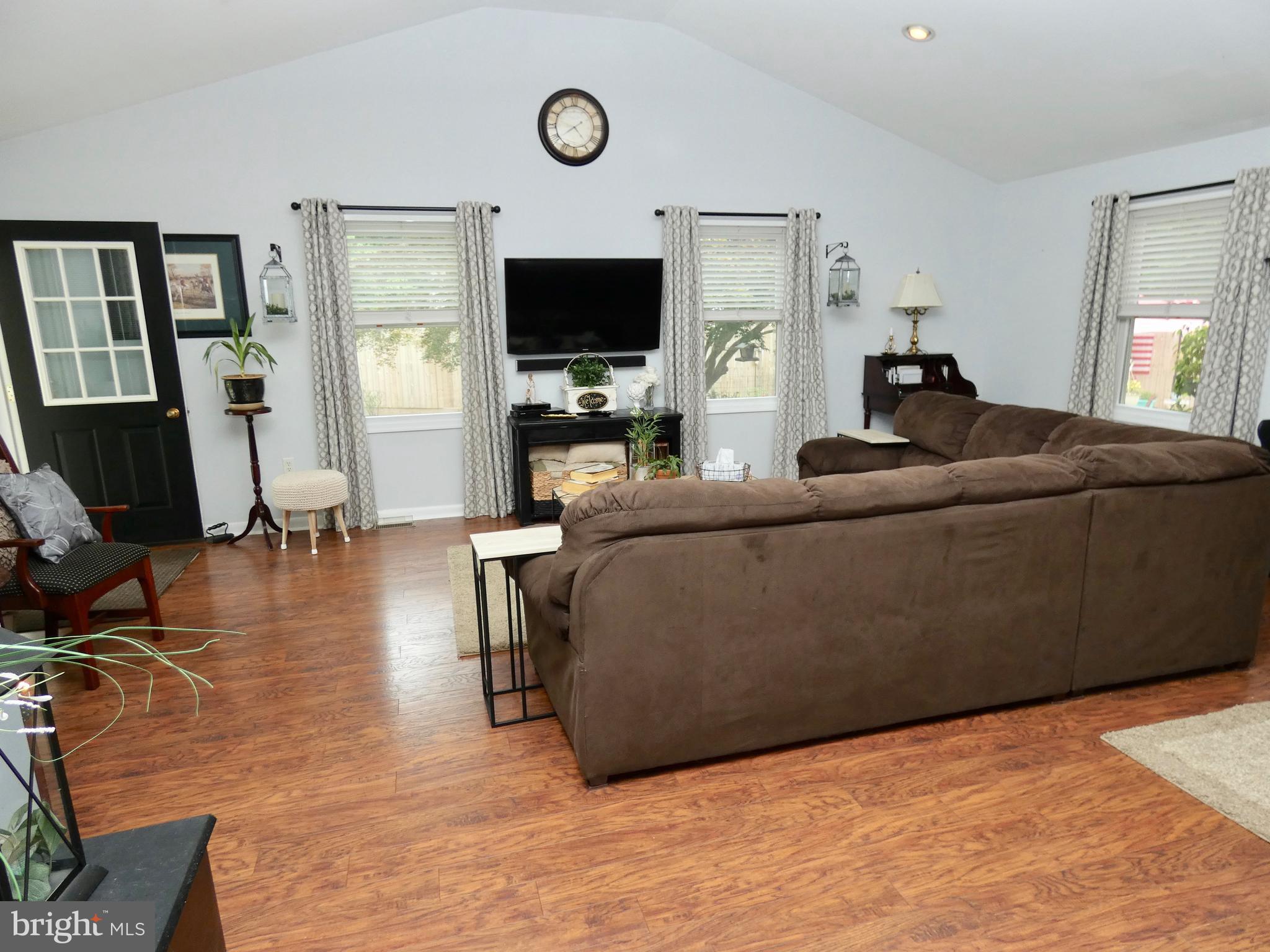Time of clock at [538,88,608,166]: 4:39
